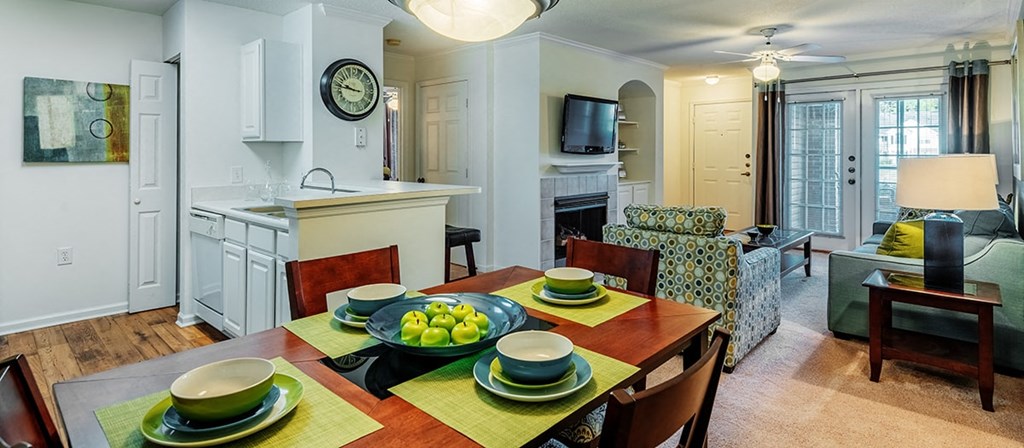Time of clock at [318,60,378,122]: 9:47
